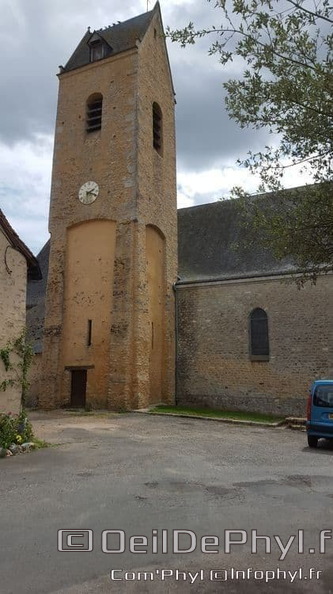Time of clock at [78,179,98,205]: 2:18
